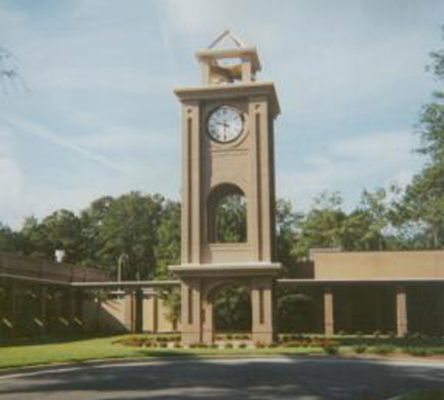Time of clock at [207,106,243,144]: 9:30
